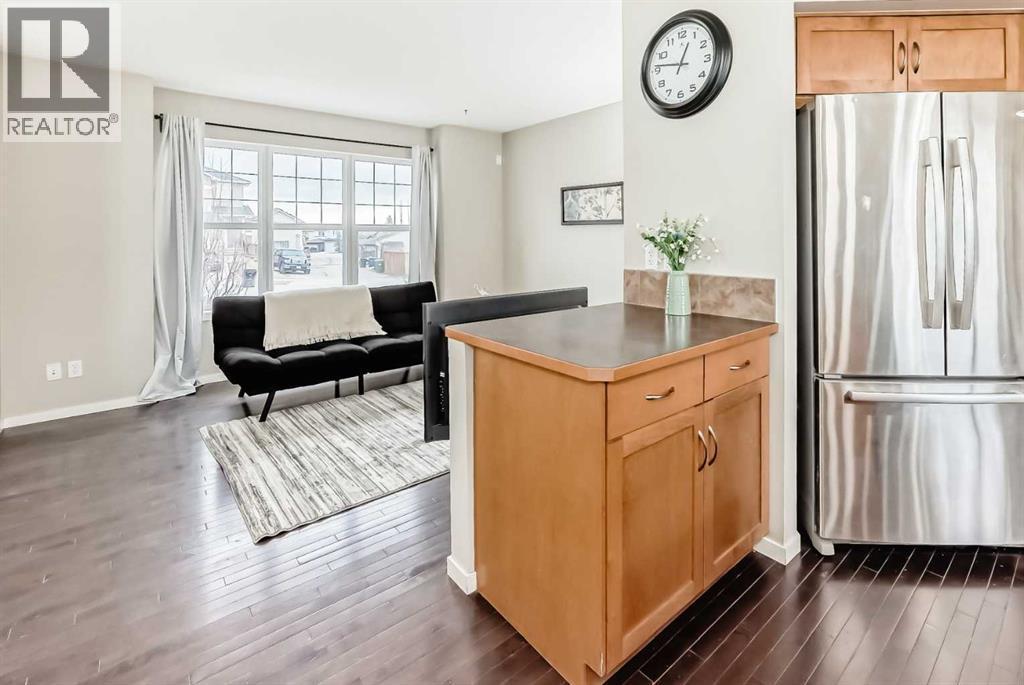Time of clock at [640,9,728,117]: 12:46
